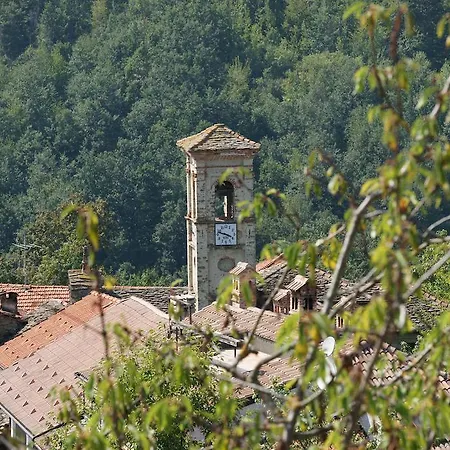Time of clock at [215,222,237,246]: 3:47
